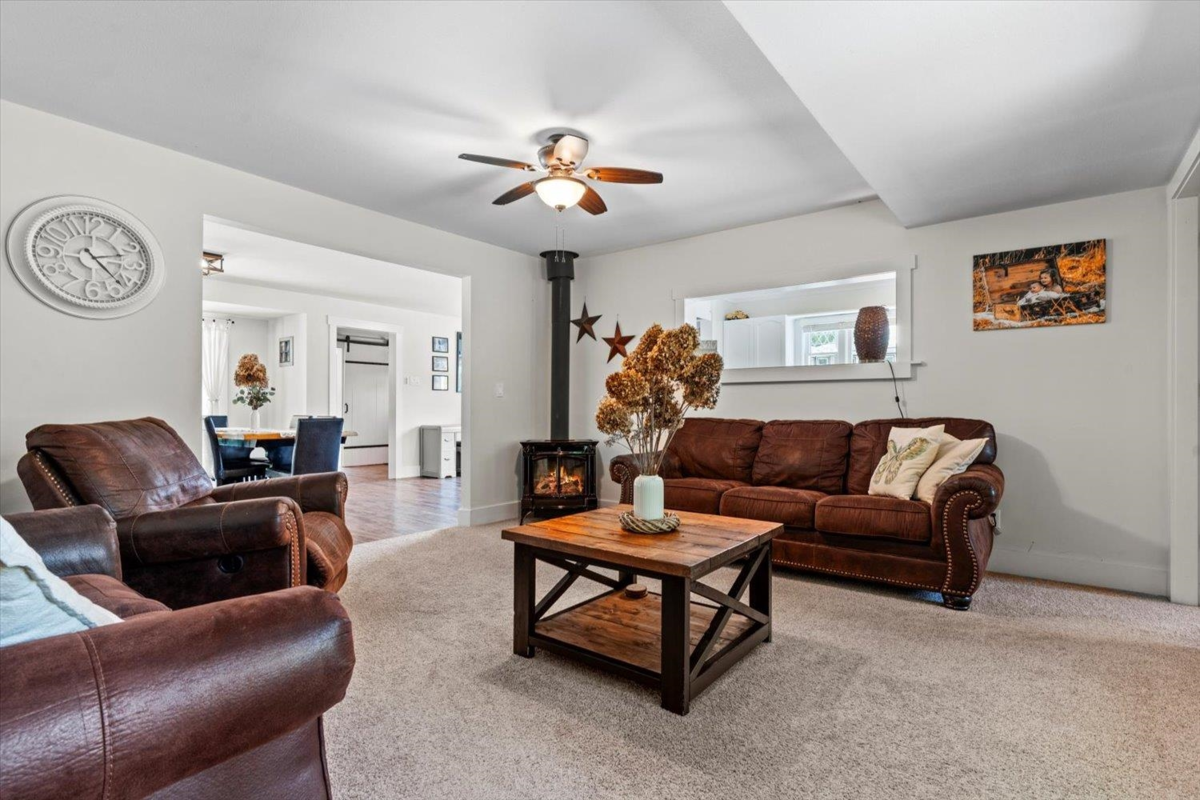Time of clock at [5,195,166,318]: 2:22
